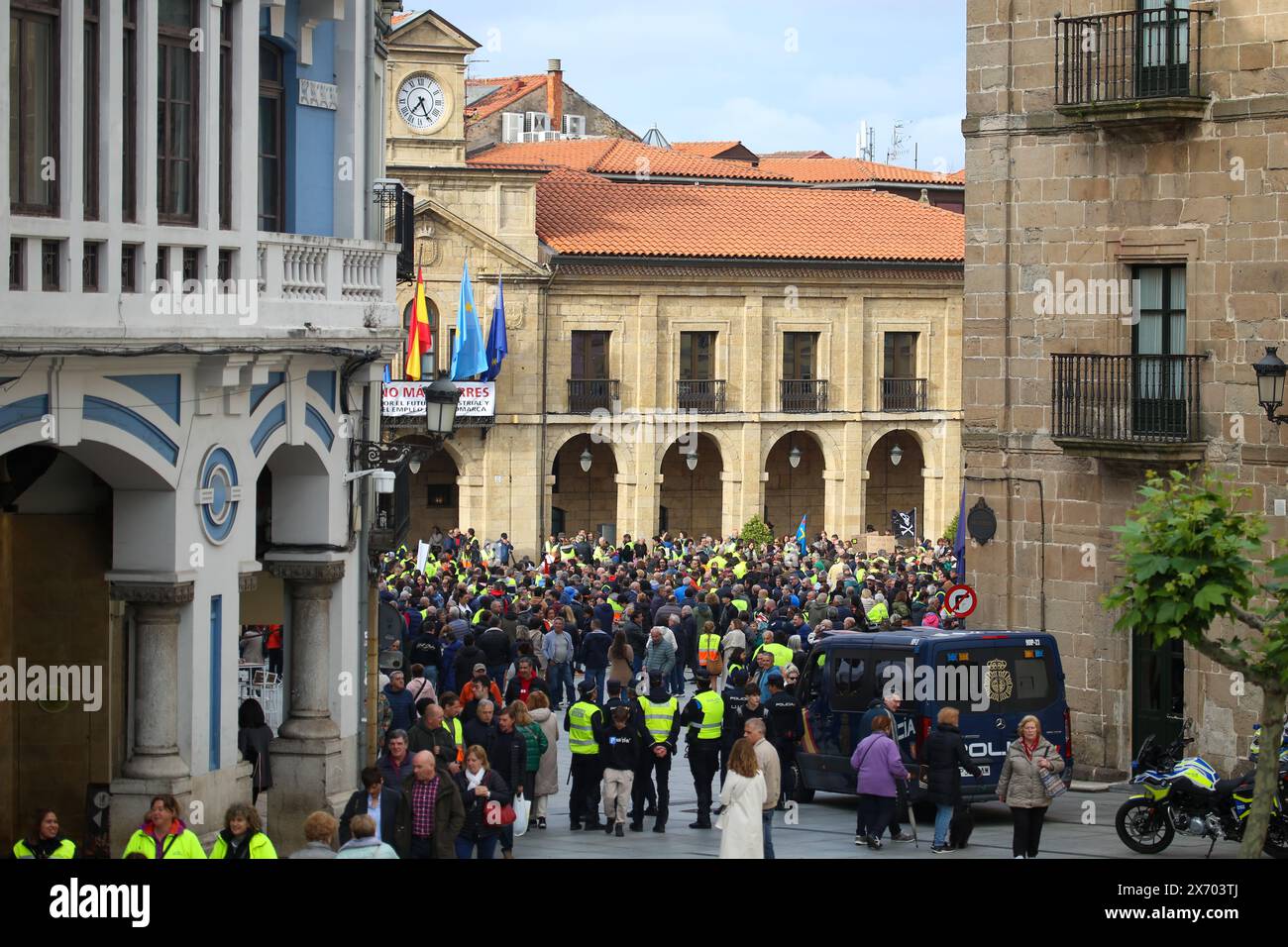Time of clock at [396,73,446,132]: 7:25
